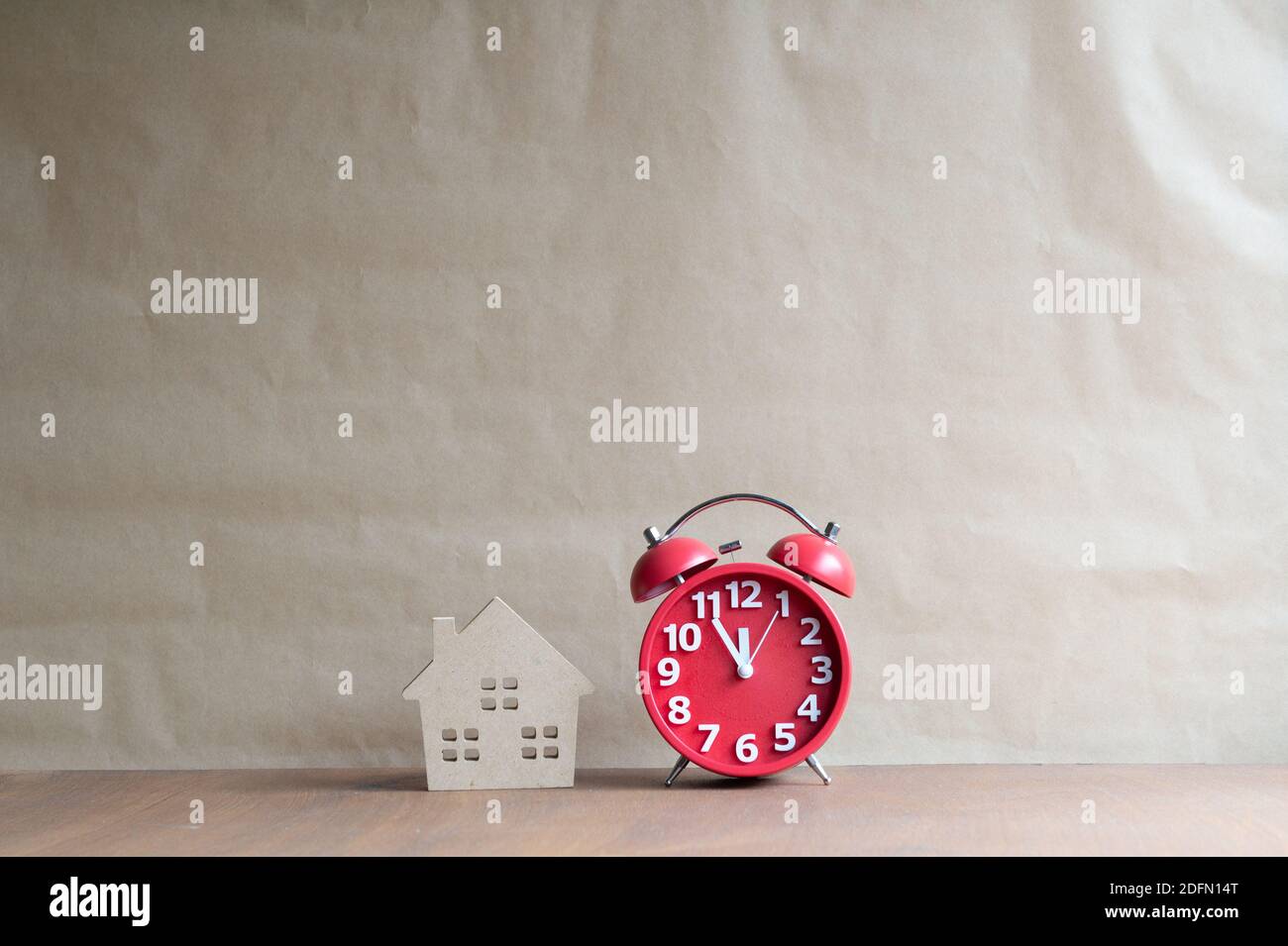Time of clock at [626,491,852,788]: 11:54
